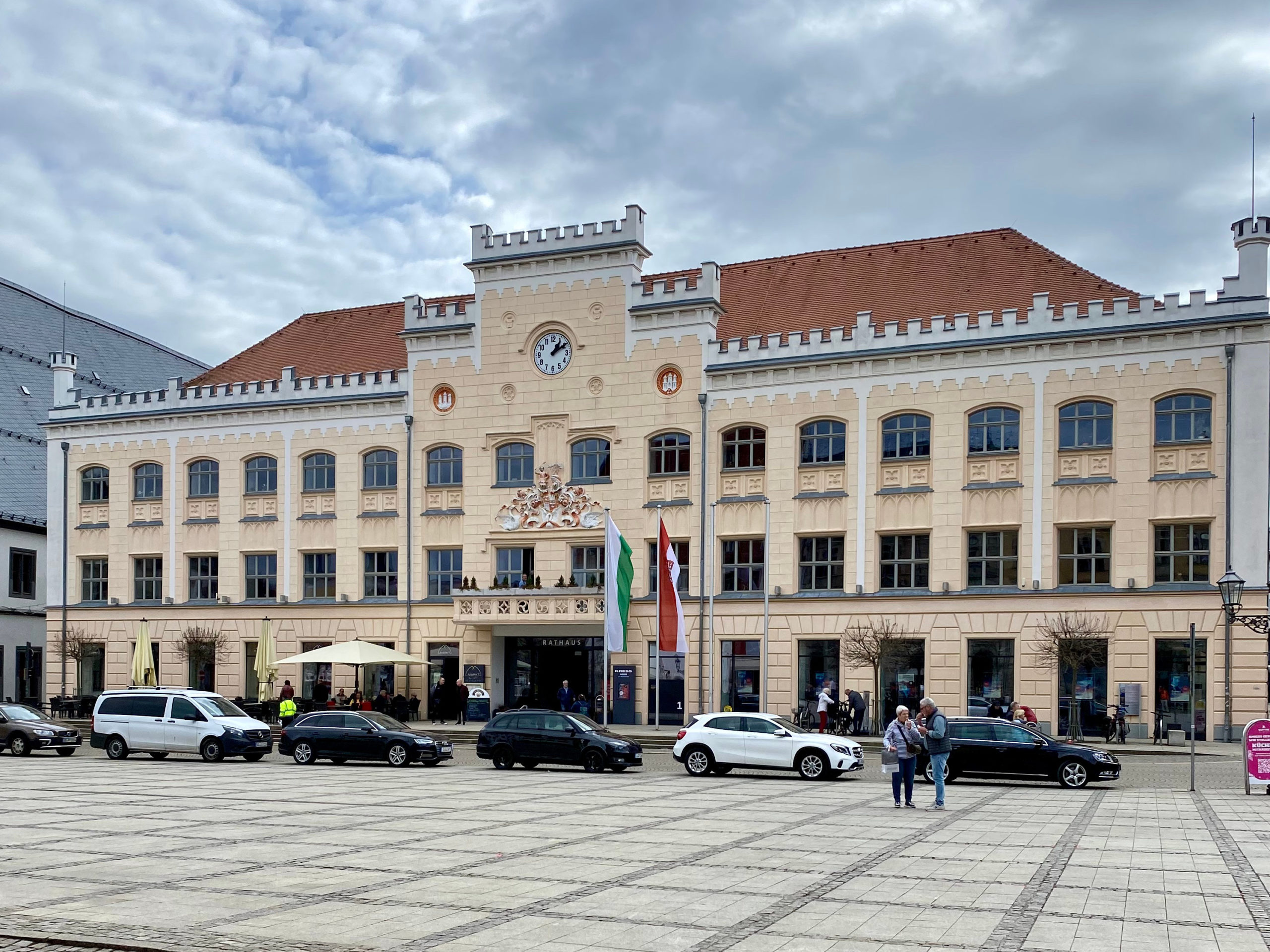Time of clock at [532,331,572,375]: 1:10
